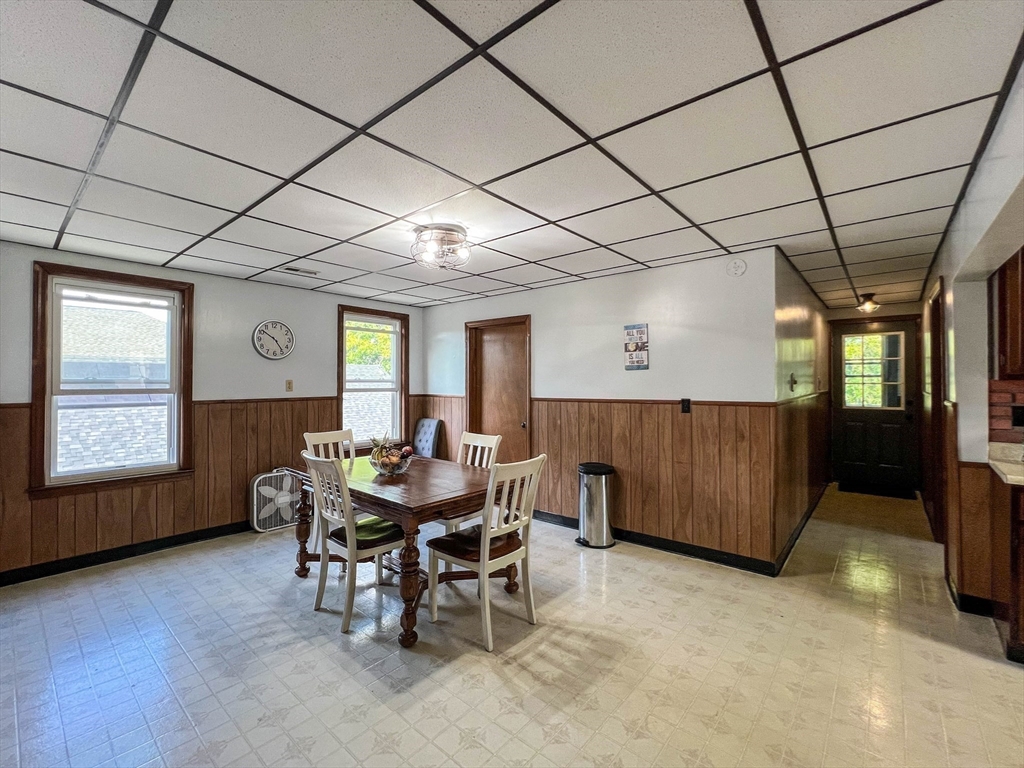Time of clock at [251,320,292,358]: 4:51
